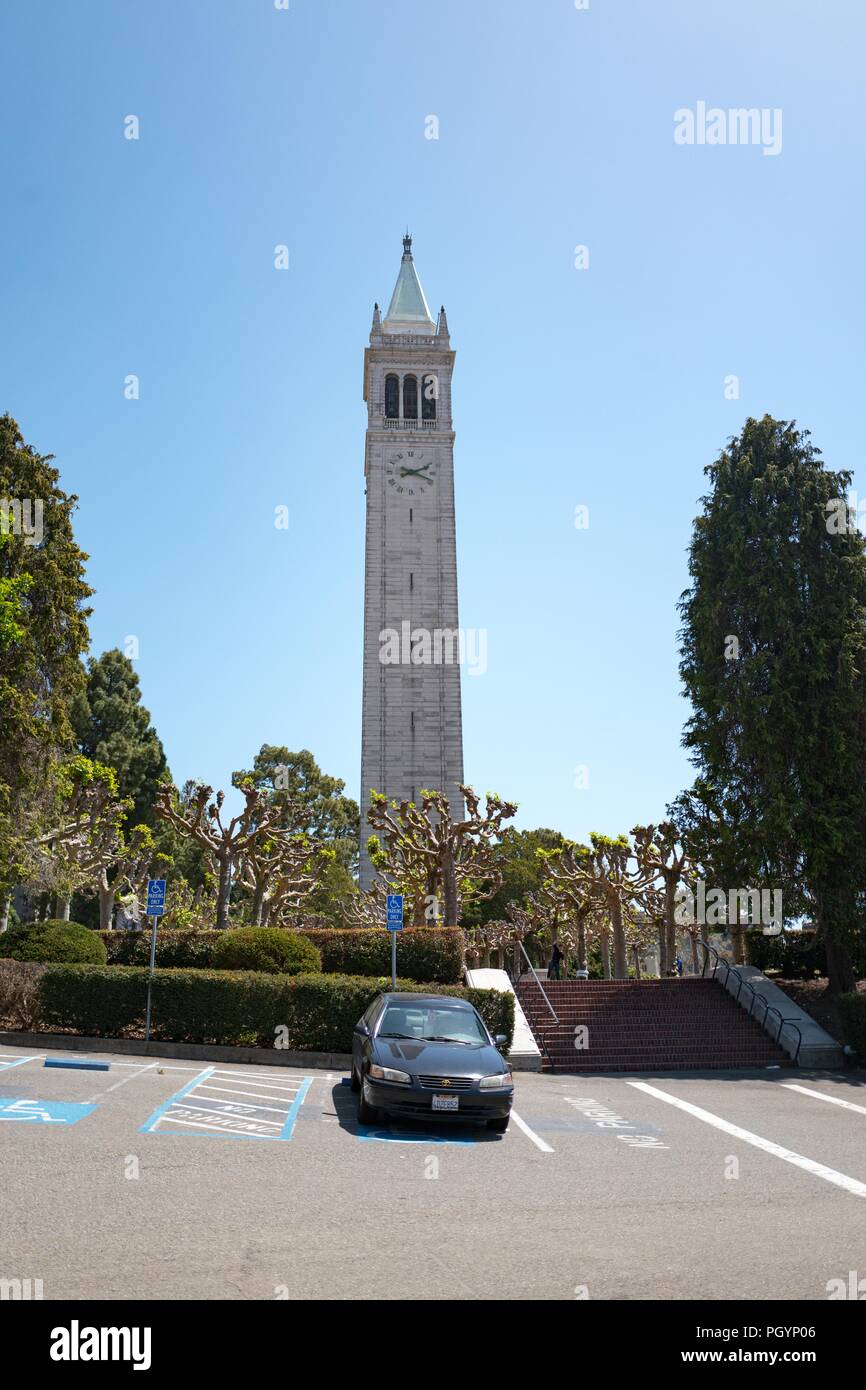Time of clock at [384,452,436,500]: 2:18
